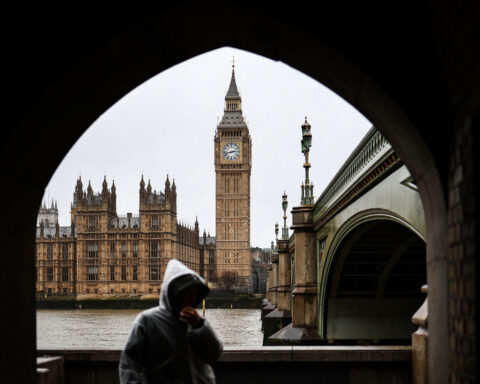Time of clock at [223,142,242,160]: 2:42
